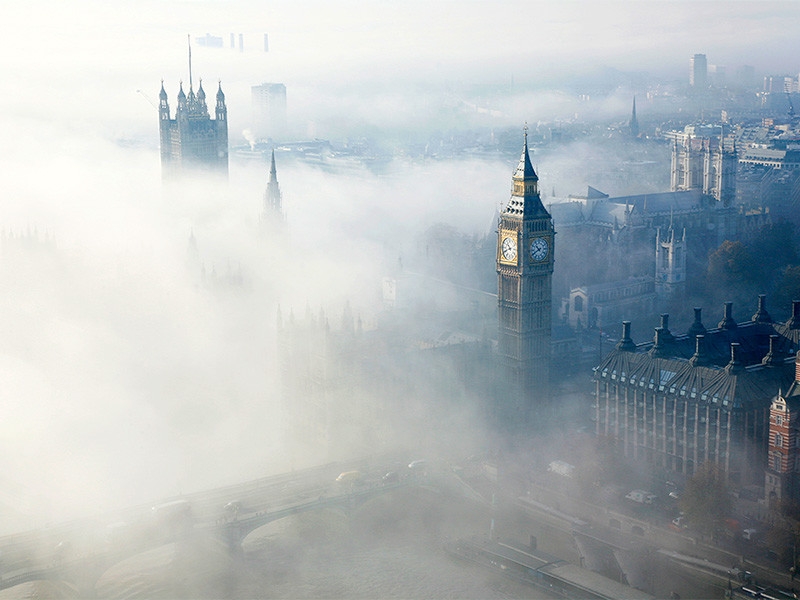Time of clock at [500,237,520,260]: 10:41
